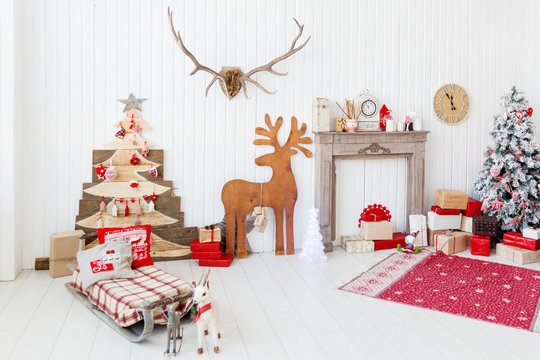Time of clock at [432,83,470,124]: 11:55
